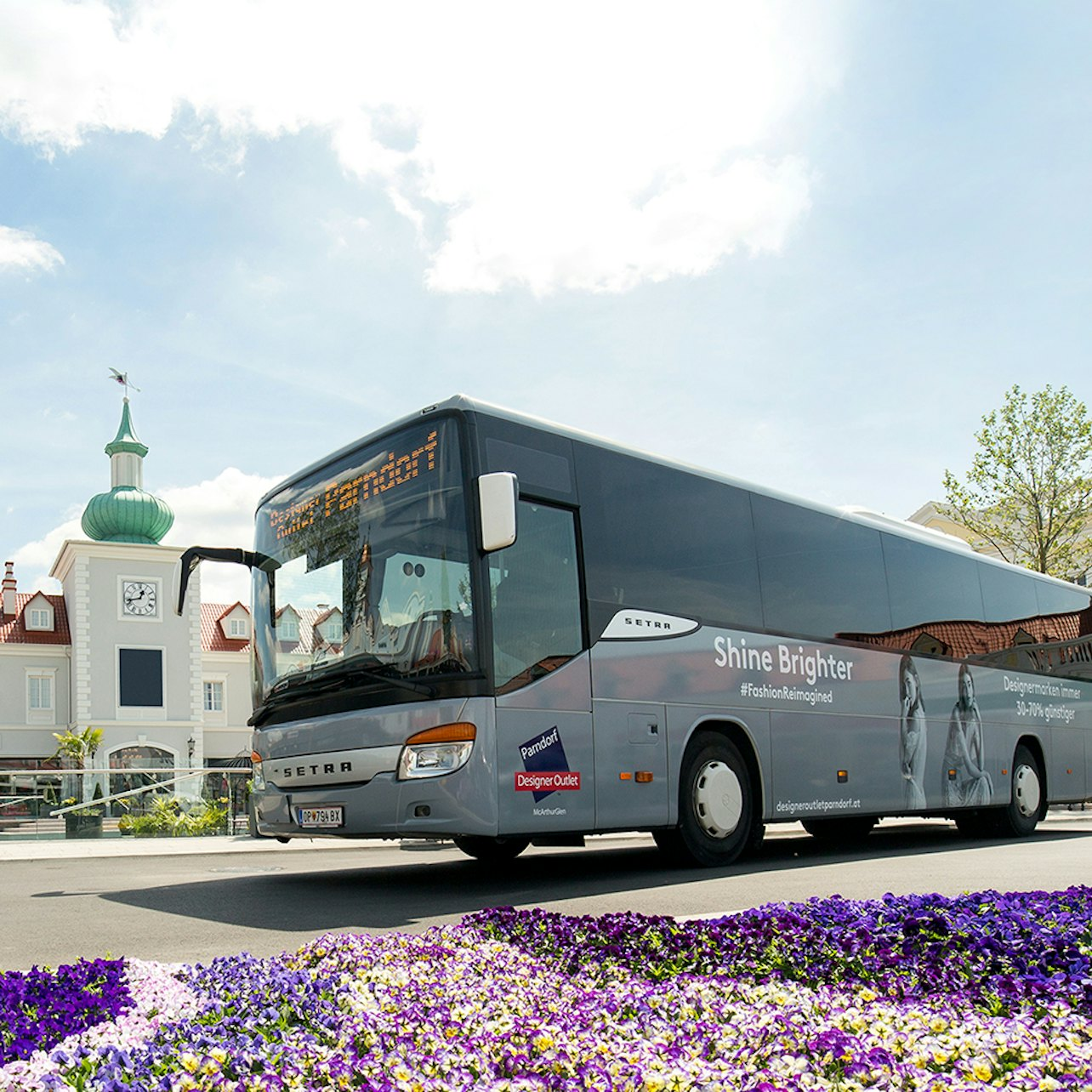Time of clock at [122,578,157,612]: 12:42
